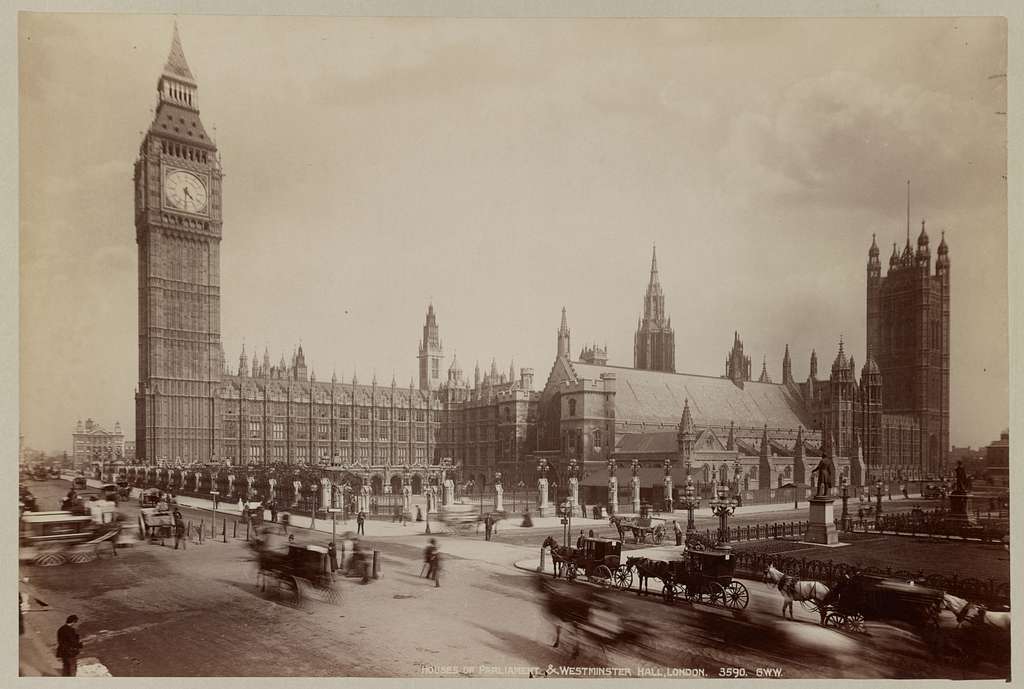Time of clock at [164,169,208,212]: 4:30
